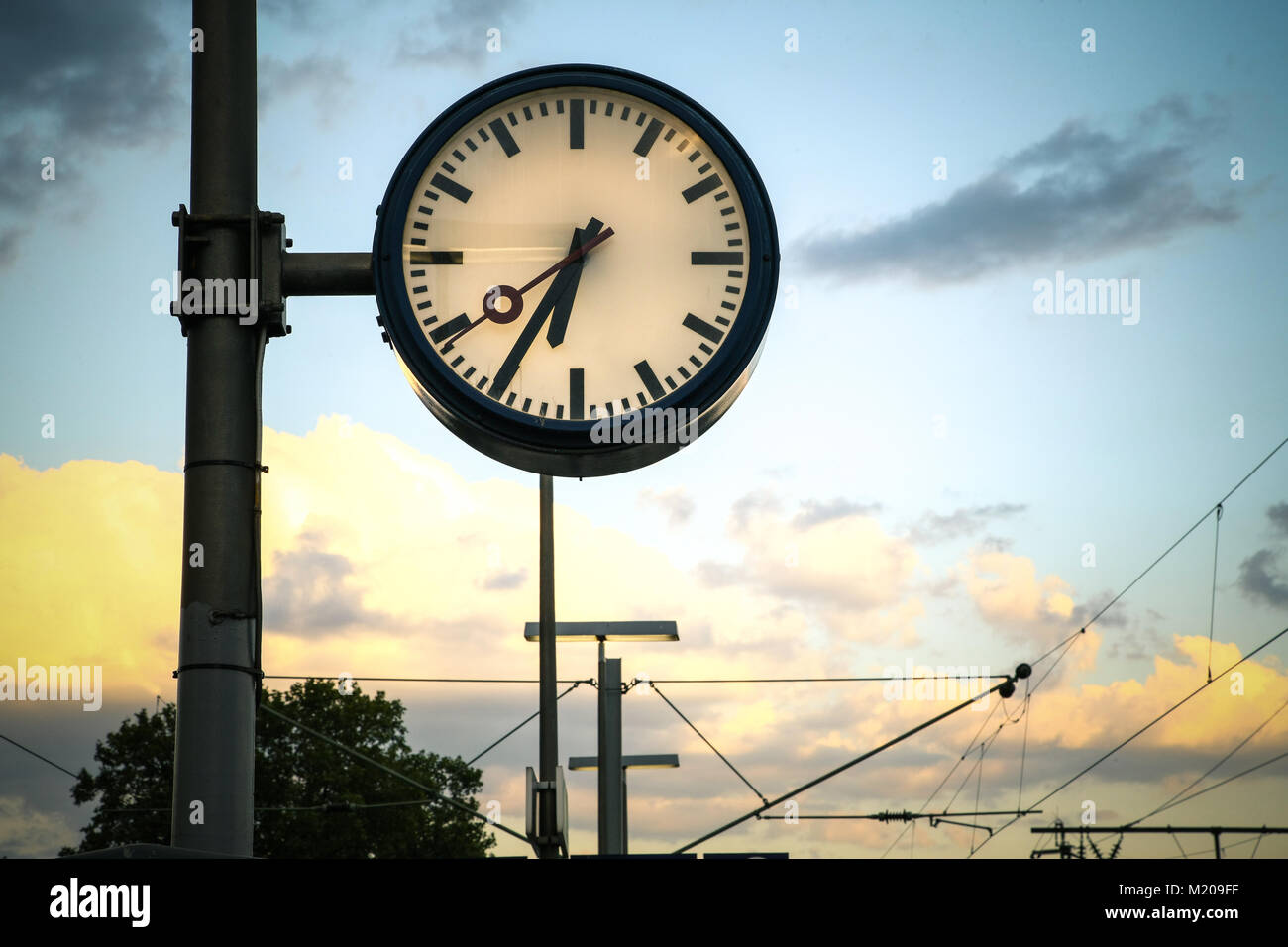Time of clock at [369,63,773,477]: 6:35
